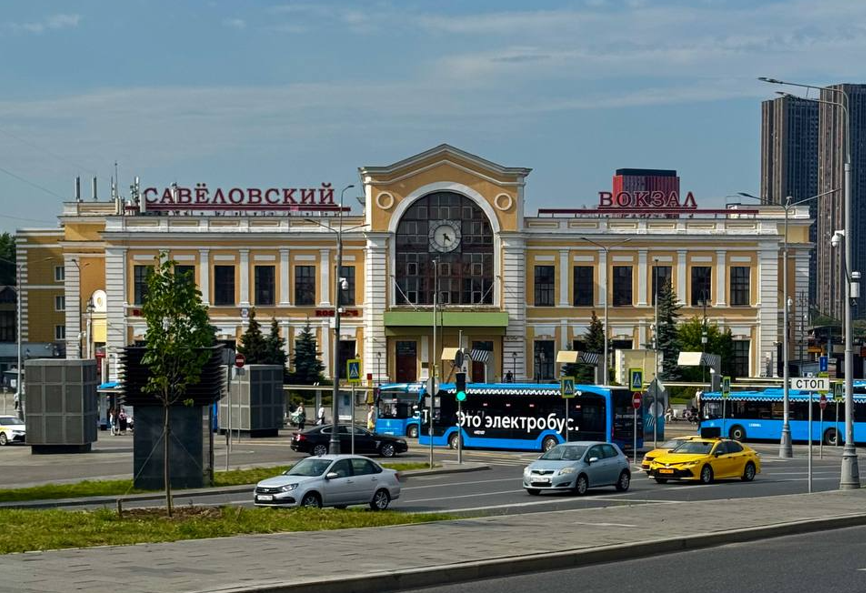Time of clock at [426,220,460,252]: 4:31
